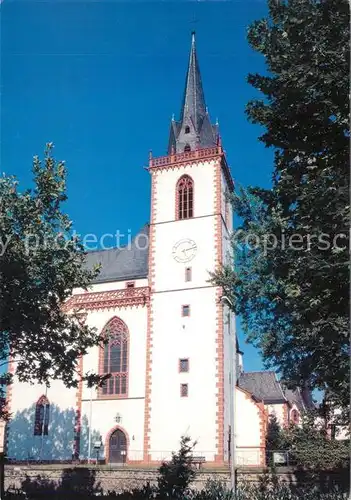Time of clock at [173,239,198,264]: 5:12
